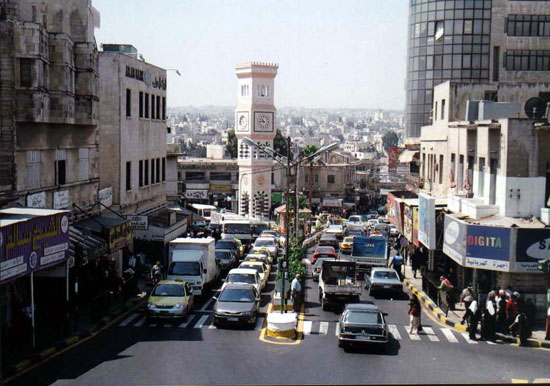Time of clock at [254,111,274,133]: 10:45
